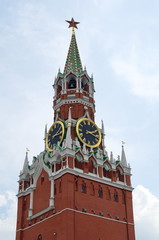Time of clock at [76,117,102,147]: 2:18
